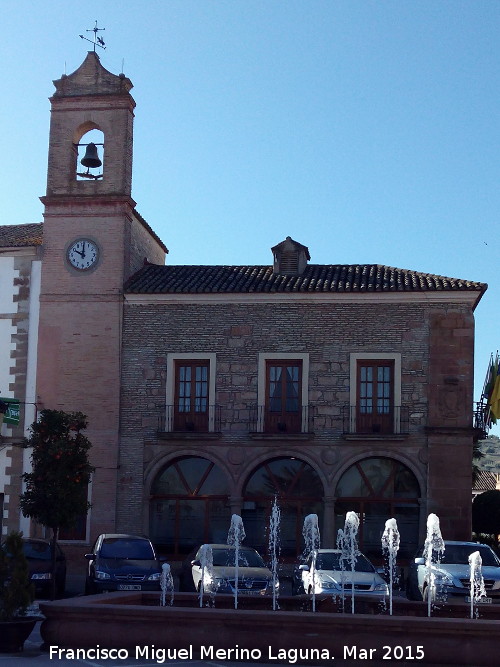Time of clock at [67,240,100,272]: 10:00
